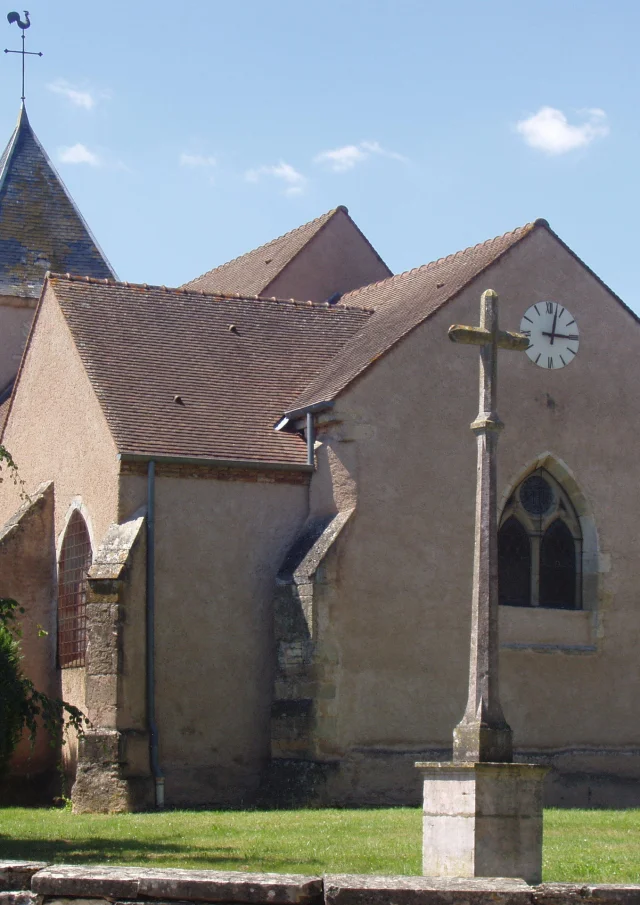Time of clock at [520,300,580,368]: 3:02
